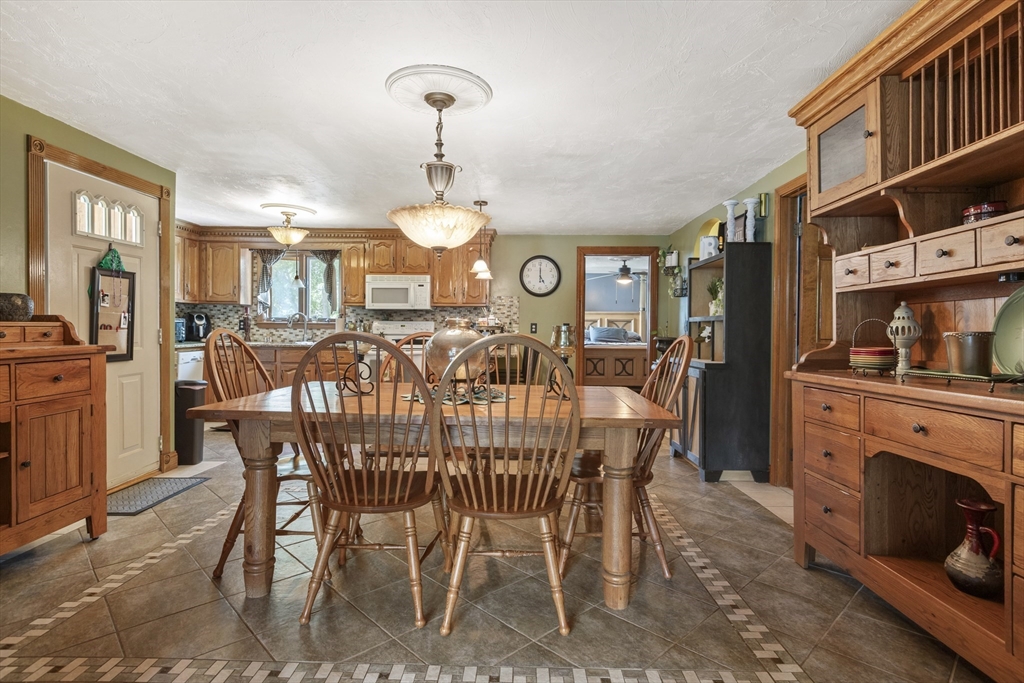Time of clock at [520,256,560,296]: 5:00
